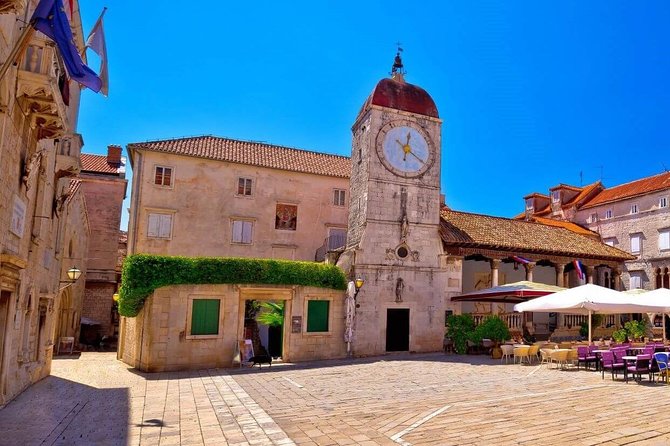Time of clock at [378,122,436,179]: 12:20
